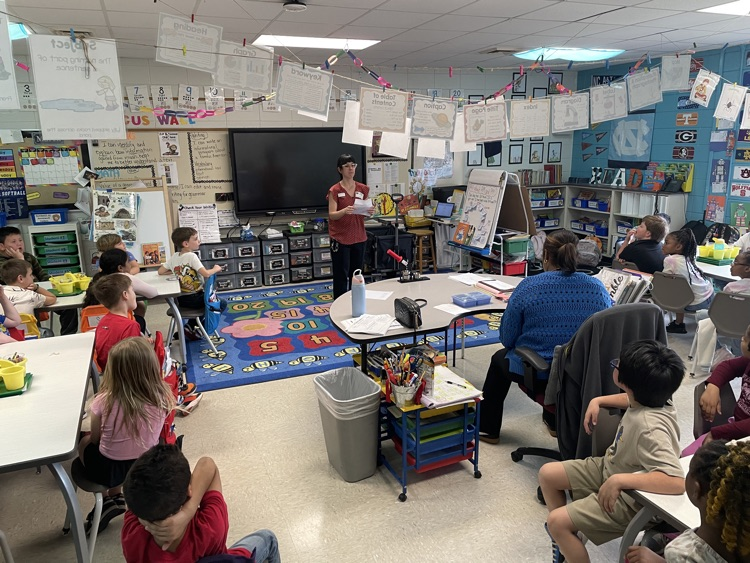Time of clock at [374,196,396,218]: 12:28
